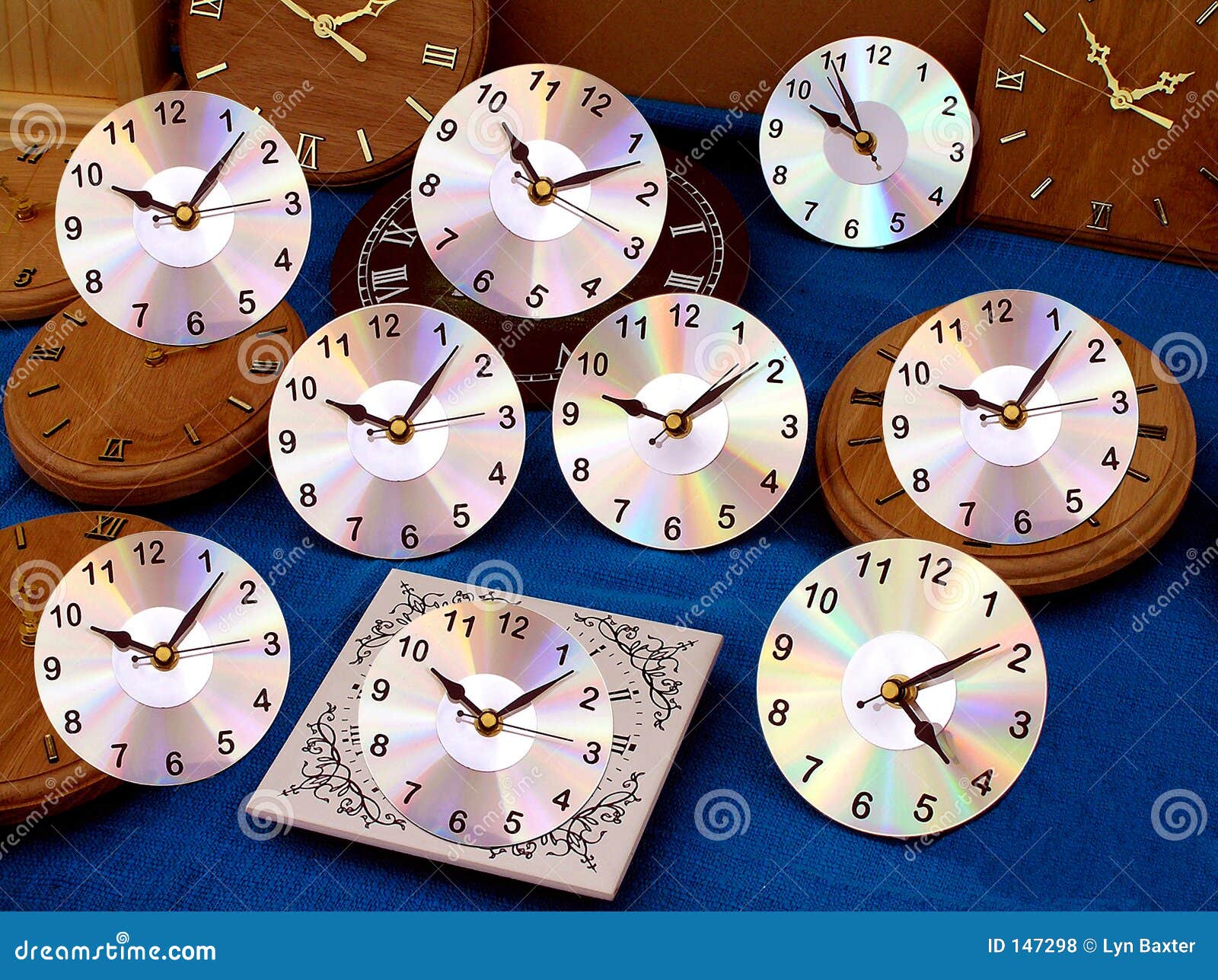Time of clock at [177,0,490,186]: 10:07
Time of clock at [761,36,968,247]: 9:54
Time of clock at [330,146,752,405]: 10:07
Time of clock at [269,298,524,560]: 10:07
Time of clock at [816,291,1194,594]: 10:07
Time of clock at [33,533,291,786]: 10:07
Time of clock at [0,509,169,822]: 10:07
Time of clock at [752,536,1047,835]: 4:08
